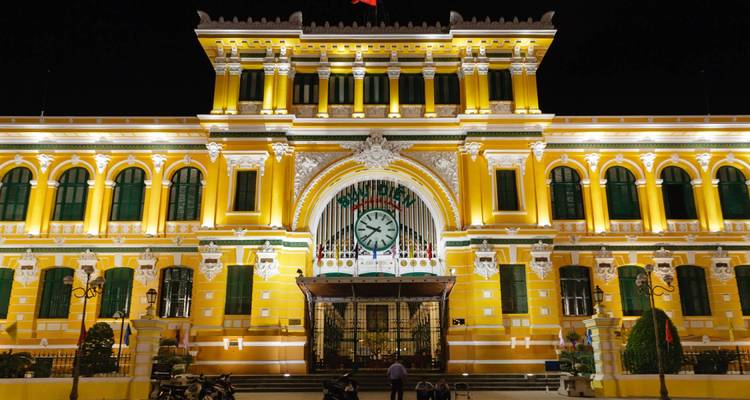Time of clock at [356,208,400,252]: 9:38
